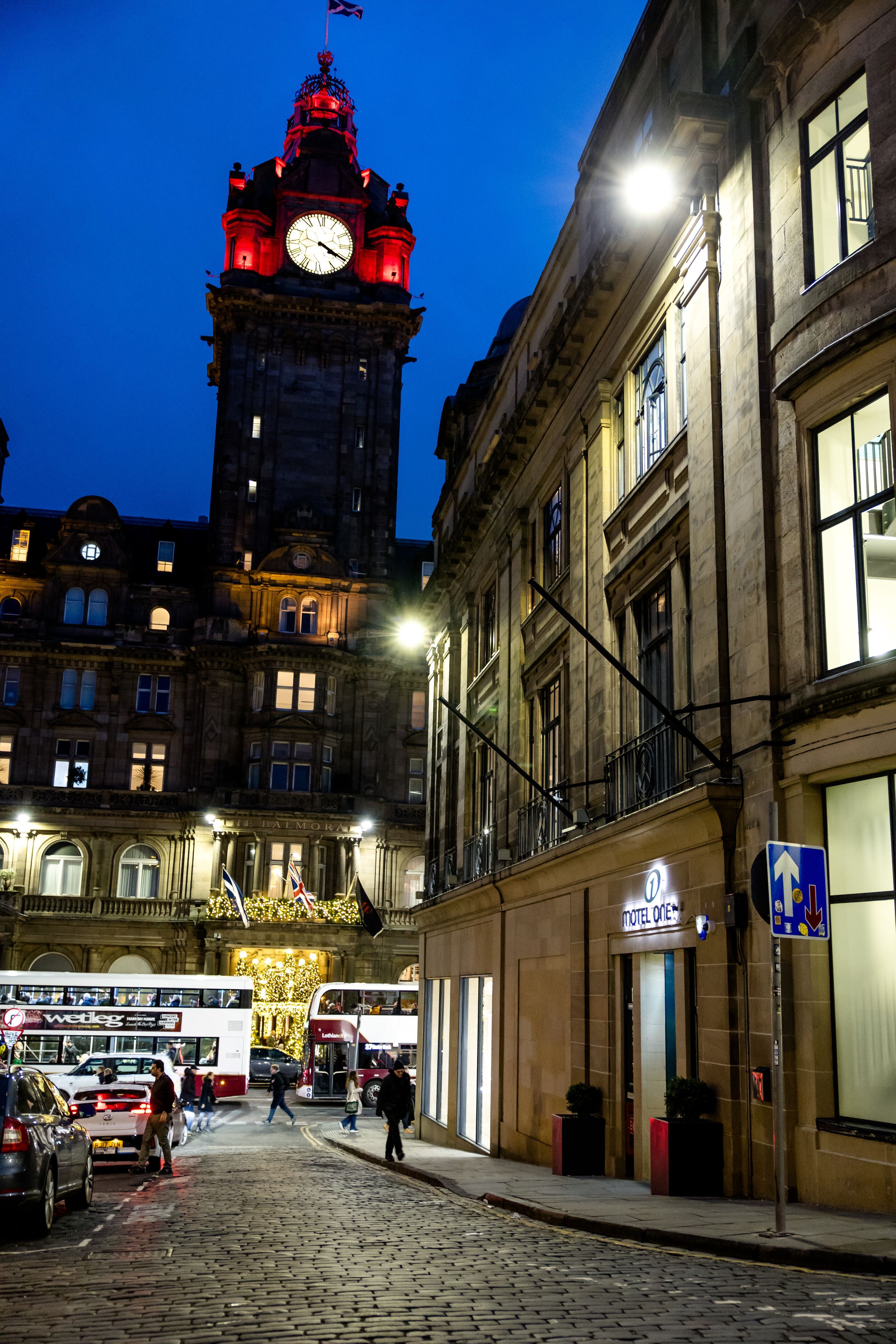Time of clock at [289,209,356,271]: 4:20
